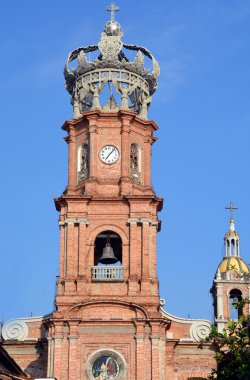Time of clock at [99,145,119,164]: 7:07
